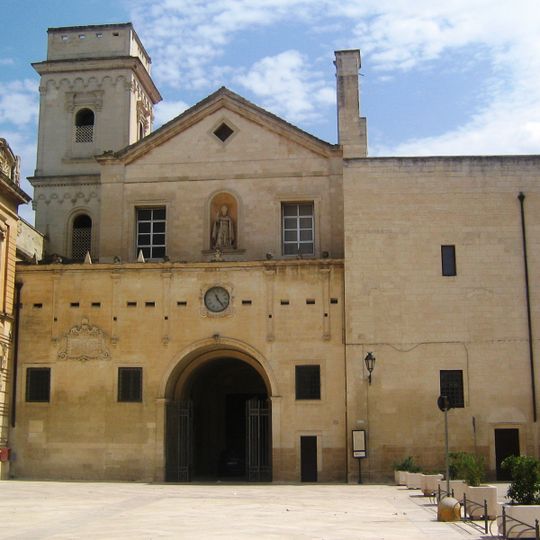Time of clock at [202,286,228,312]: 11:23
